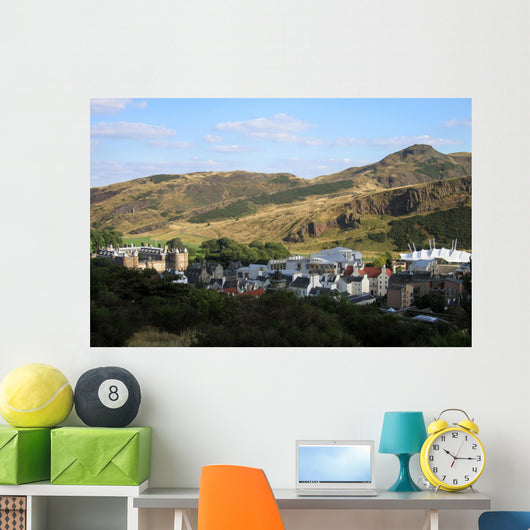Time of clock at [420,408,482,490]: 10:15
